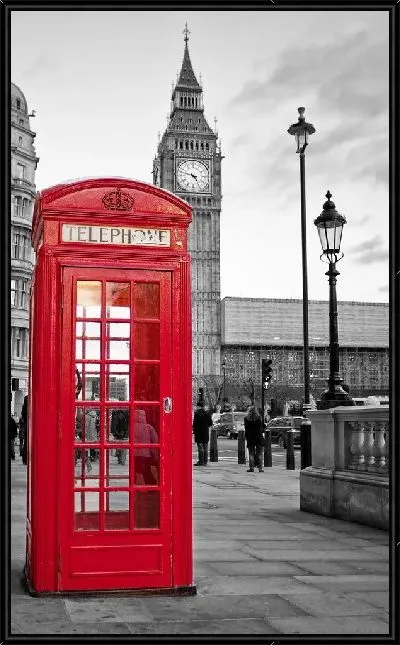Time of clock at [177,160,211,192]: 4:47
